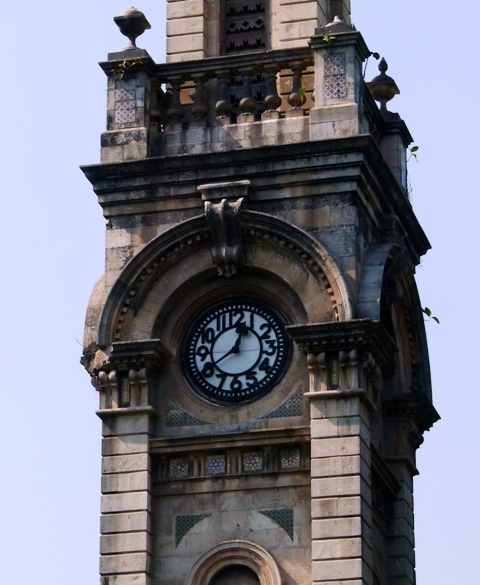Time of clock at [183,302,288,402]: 12:39
